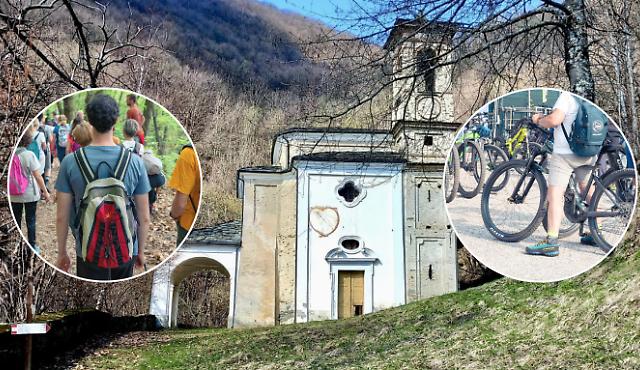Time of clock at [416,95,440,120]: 6:32
